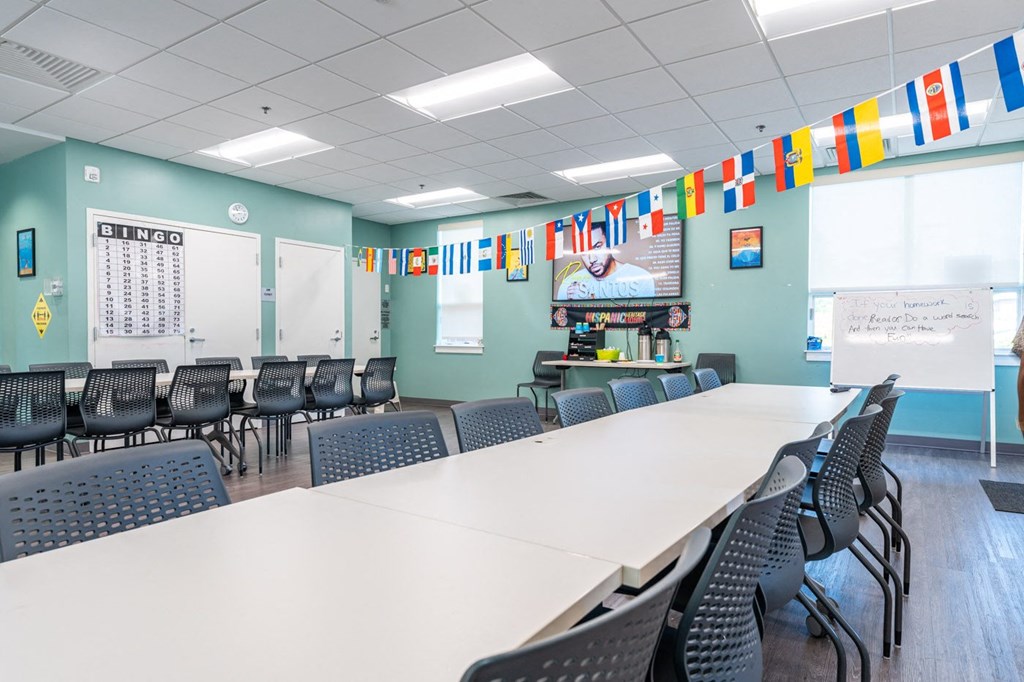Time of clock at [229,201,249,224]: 10:42
